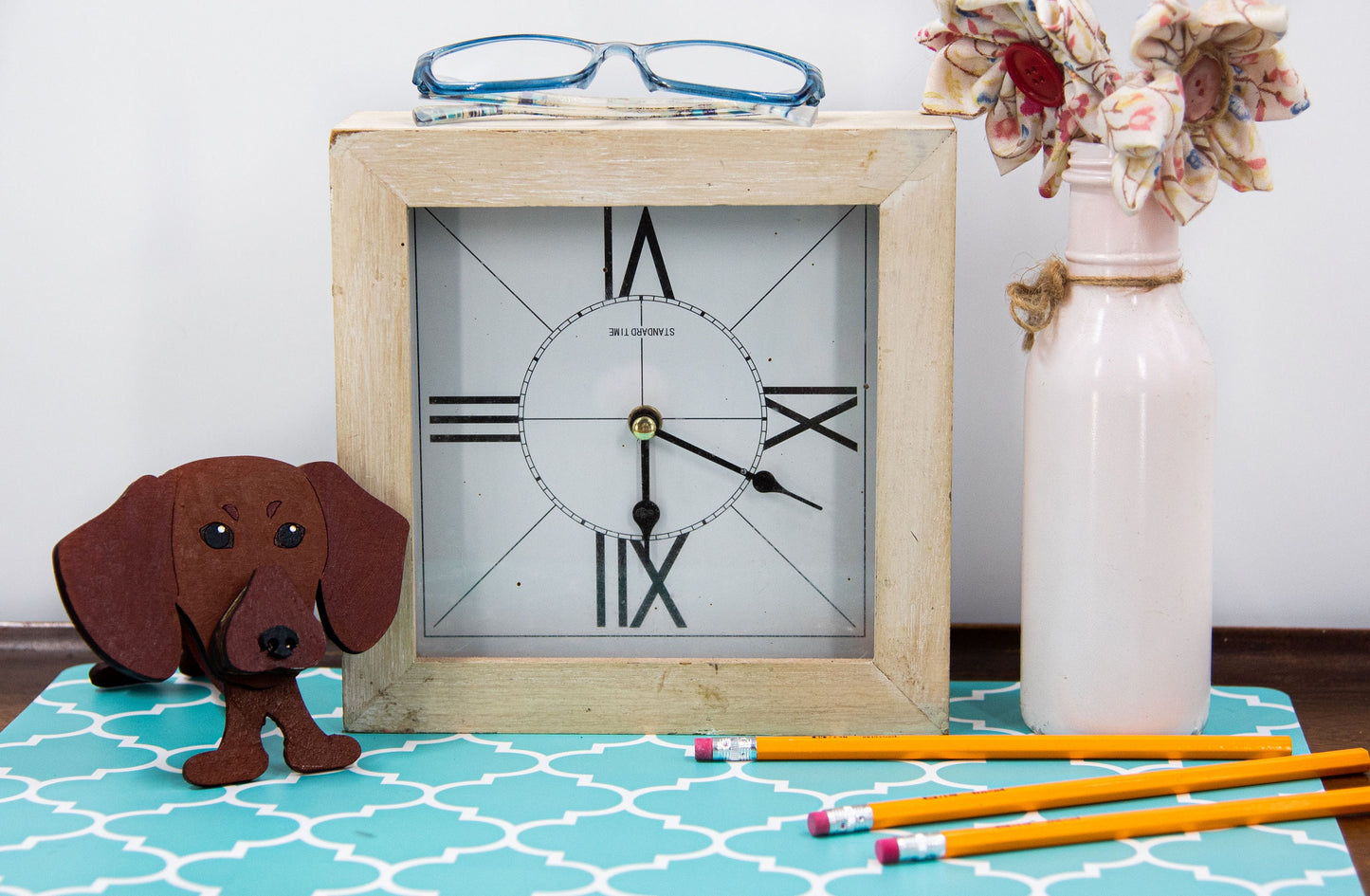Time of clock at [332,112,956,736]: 6:18
